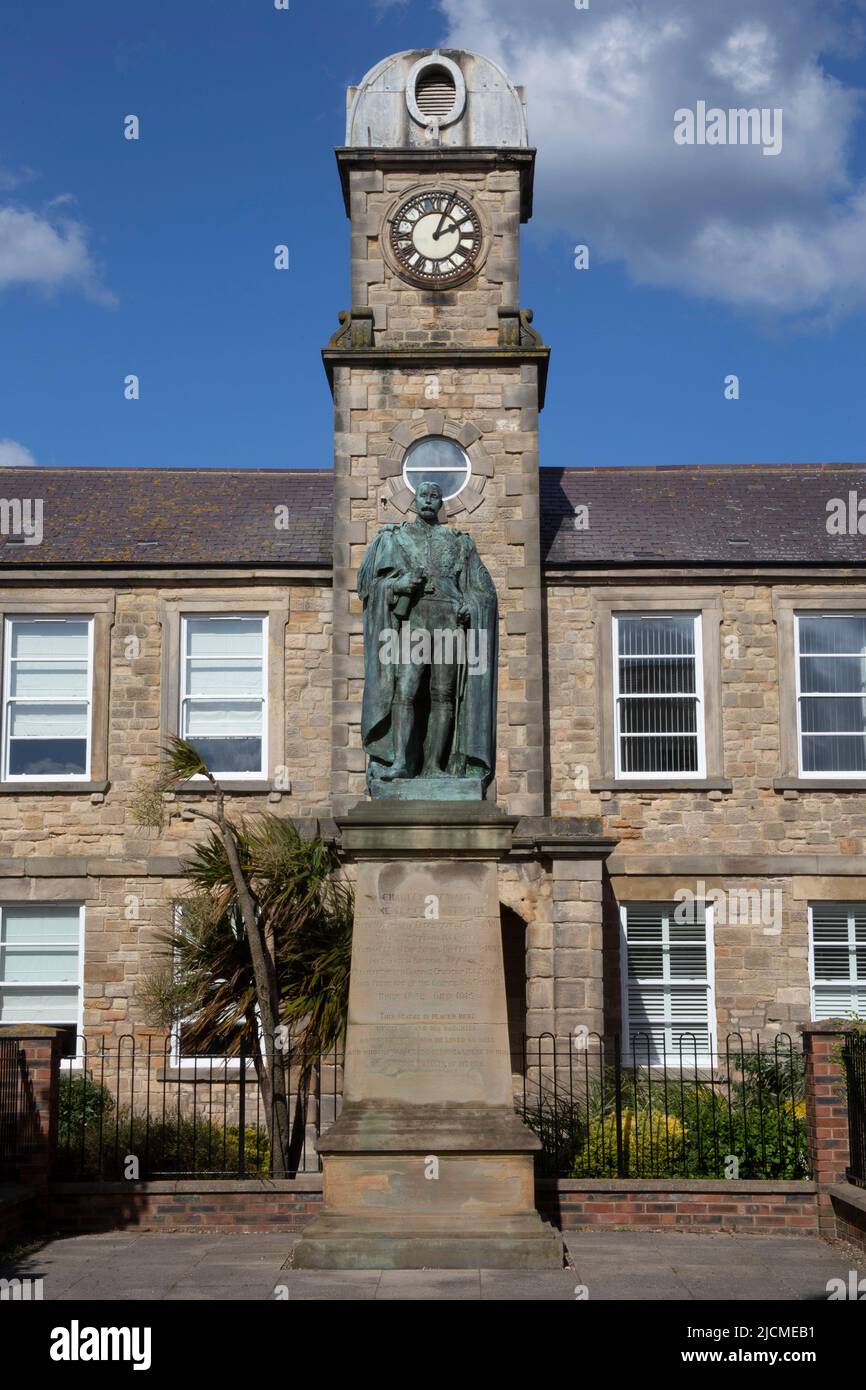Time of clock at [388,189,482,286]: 2:03
